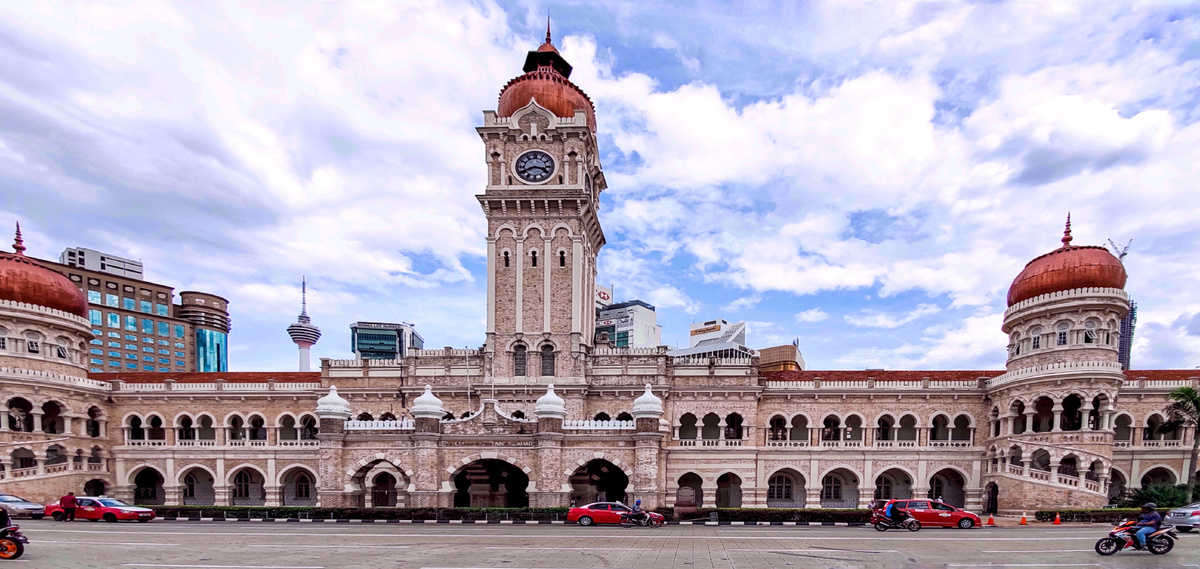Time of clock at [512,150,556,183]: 3:40
